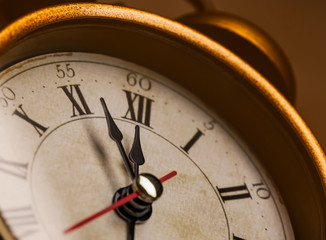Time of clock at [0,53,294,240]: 11:56
